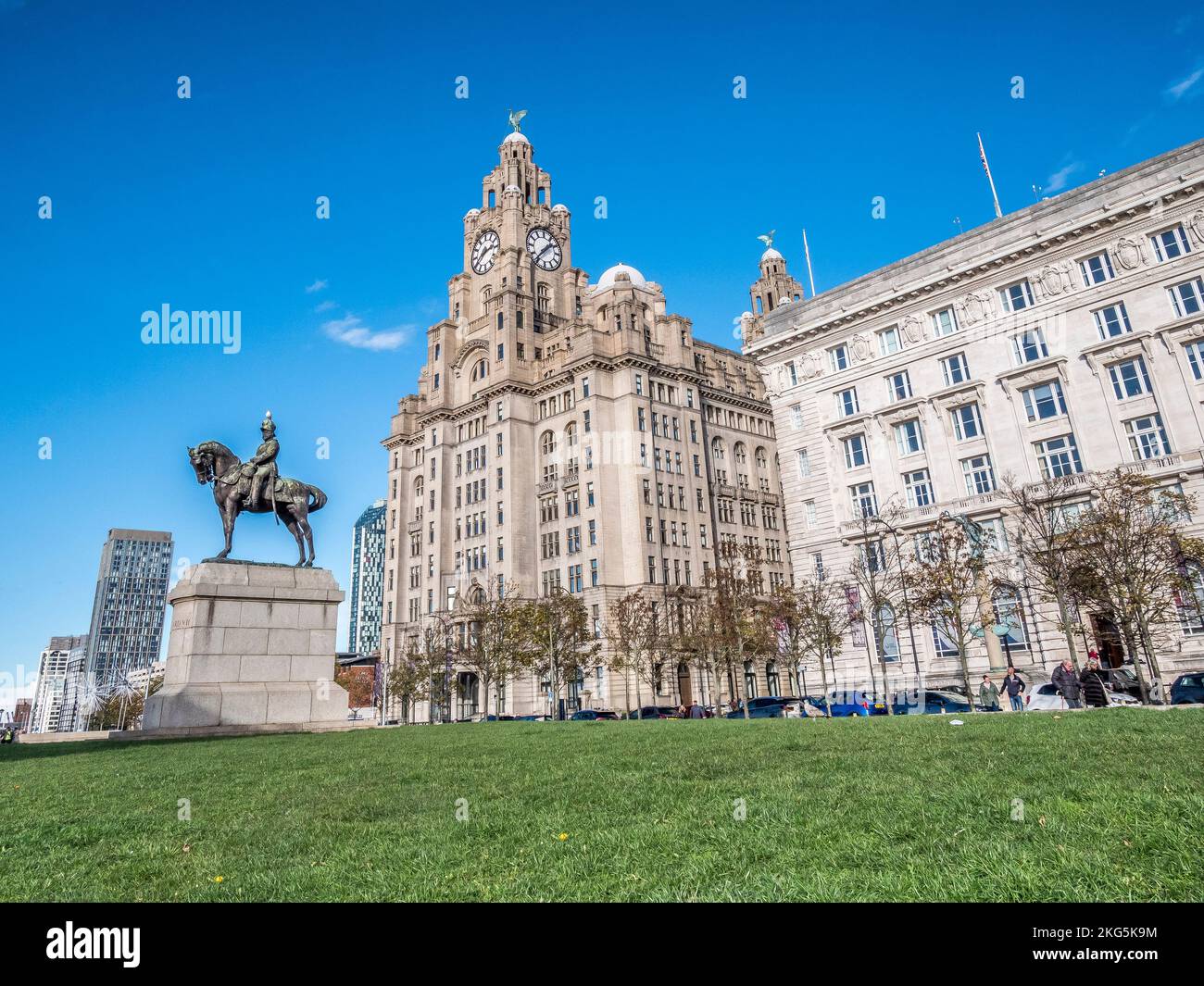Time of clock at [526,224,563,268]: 1:36
